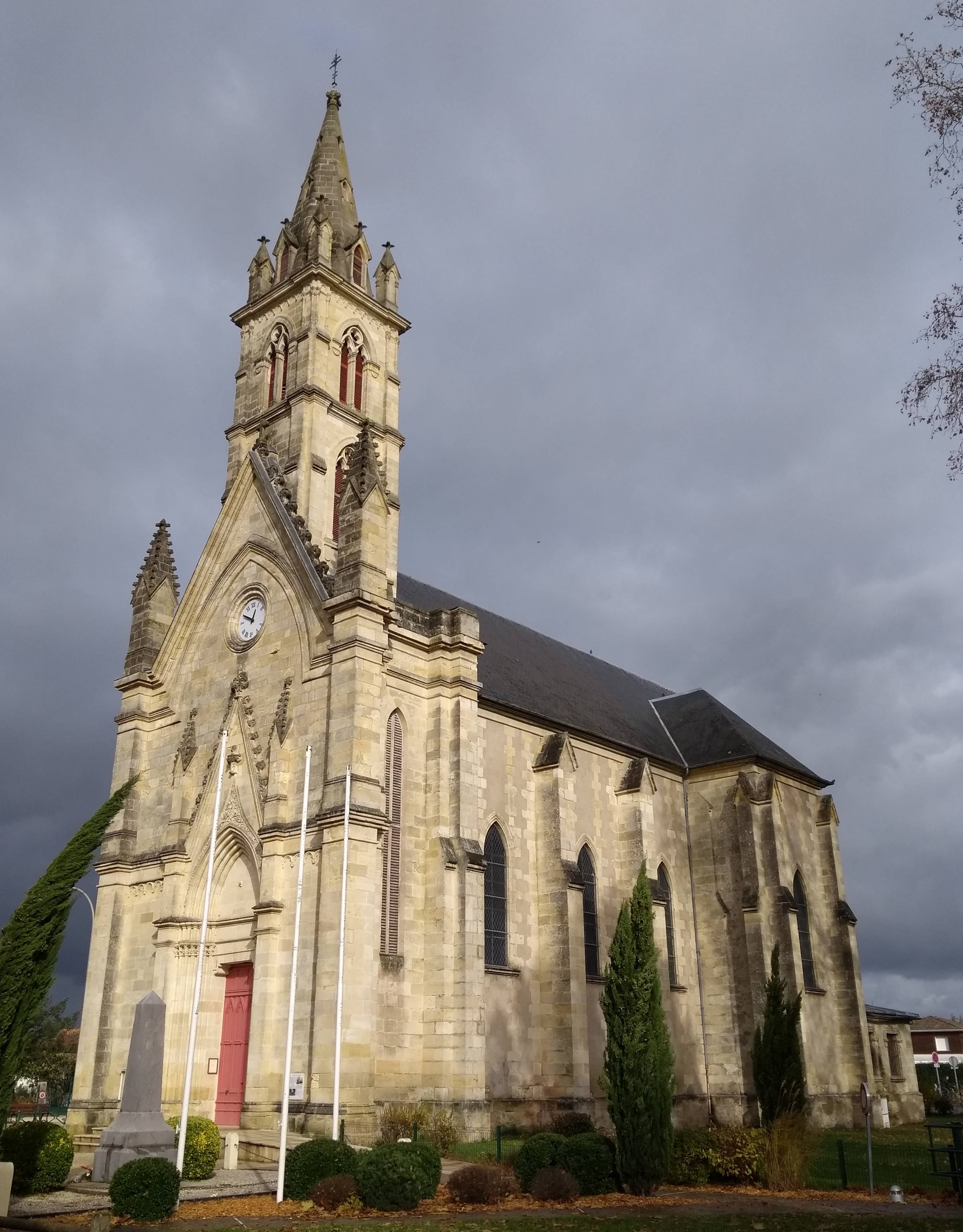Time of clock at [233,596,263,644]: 12:49
